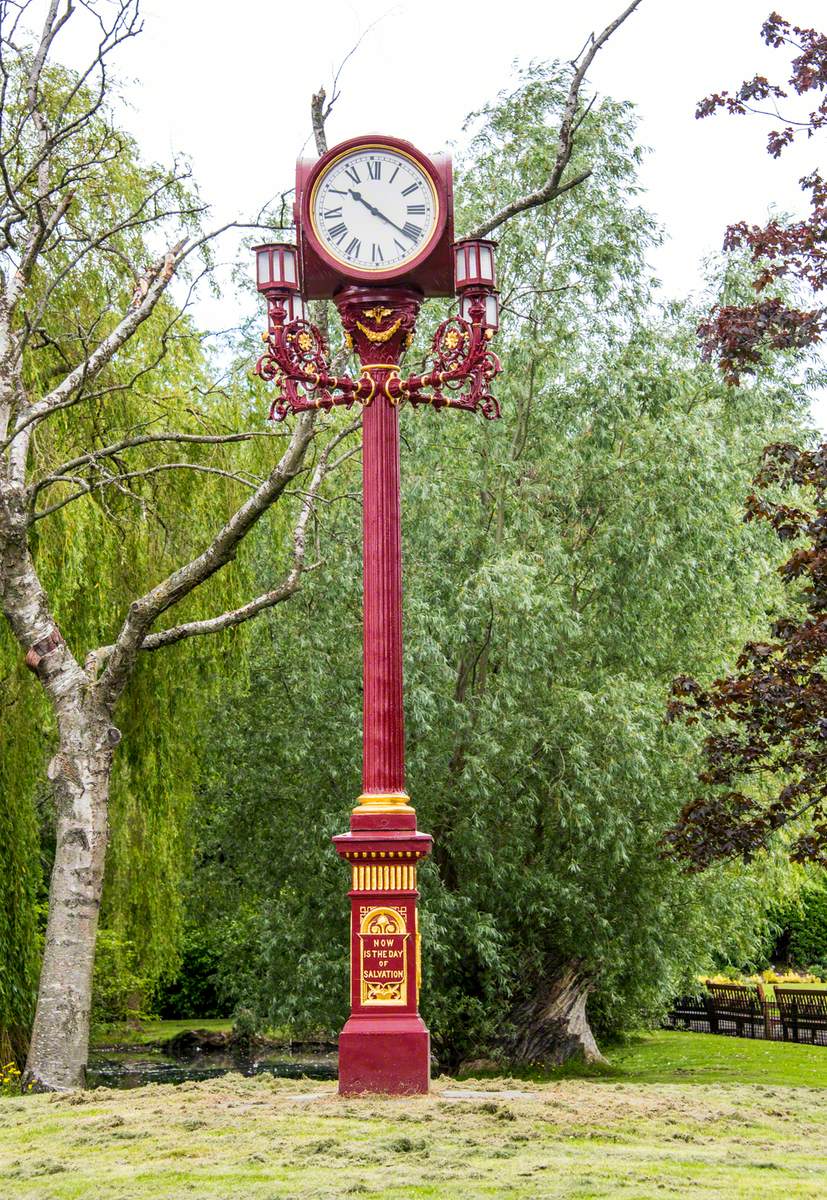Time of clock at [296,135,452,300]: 10:21
